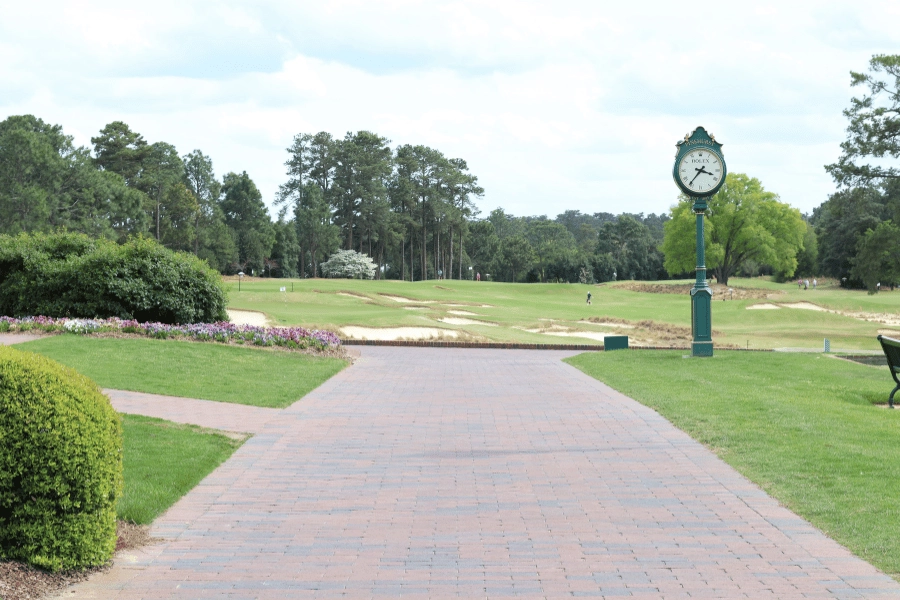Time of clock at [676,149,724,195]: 3:36
